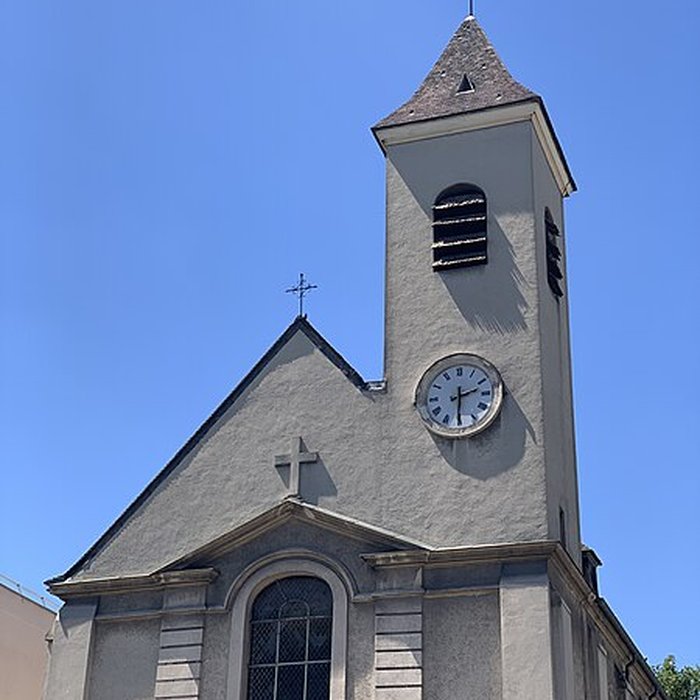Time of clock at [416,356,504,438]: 2:30
